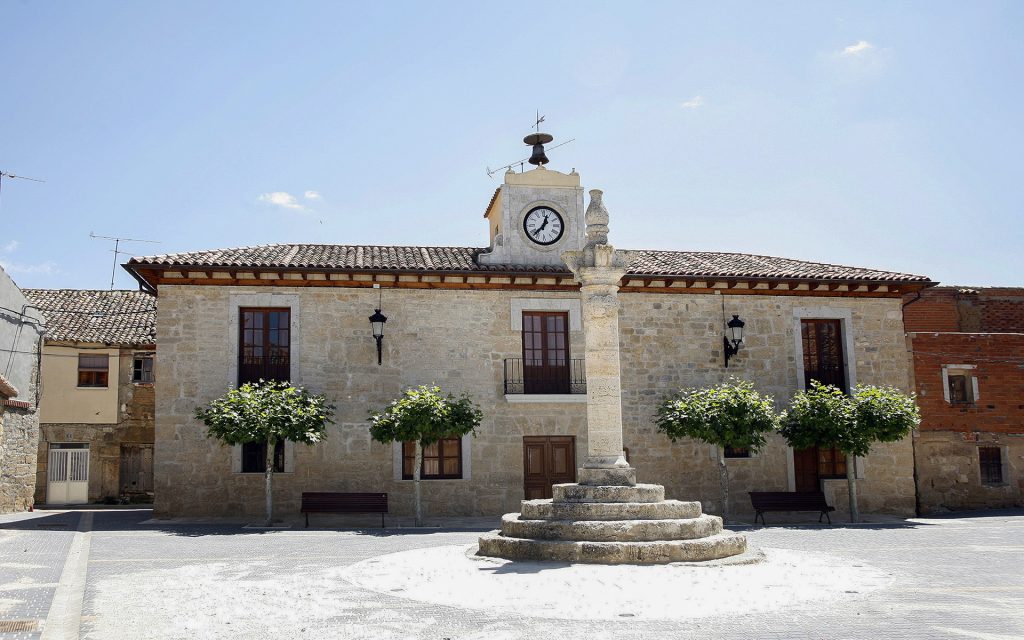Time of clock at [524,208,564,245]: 12:37
